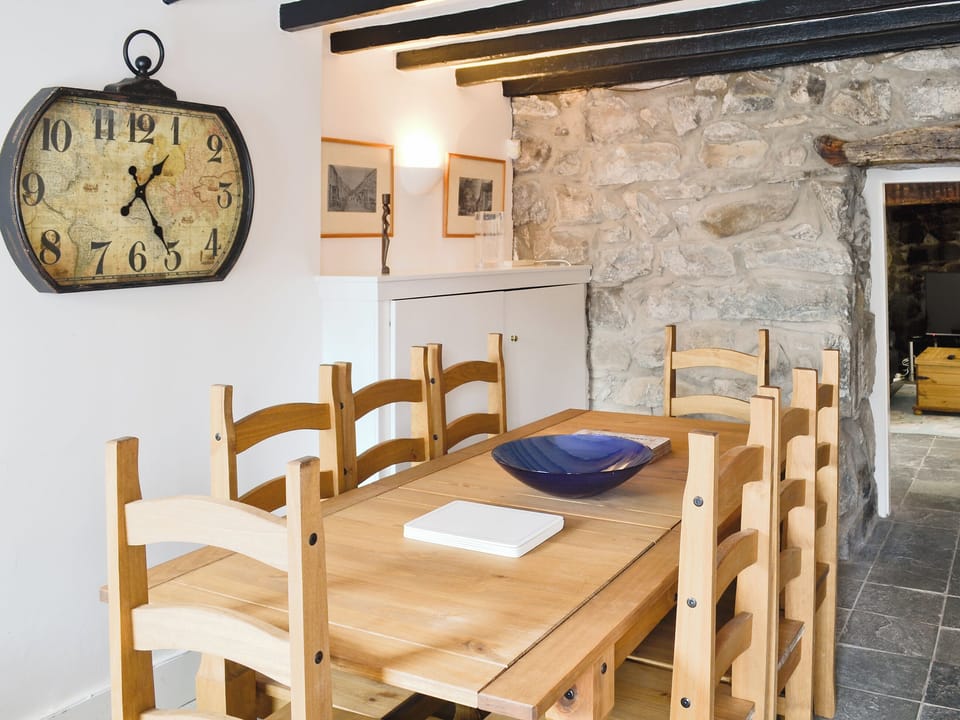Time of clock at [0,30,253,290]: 1:25
